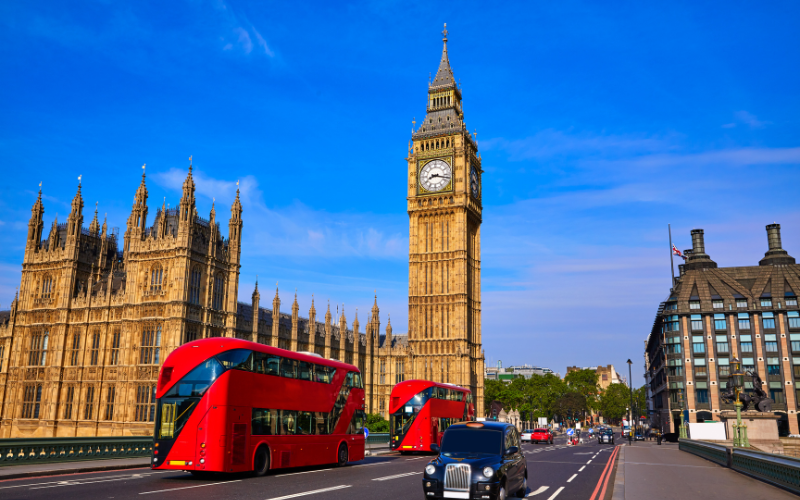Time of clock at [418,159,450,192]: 8:17
